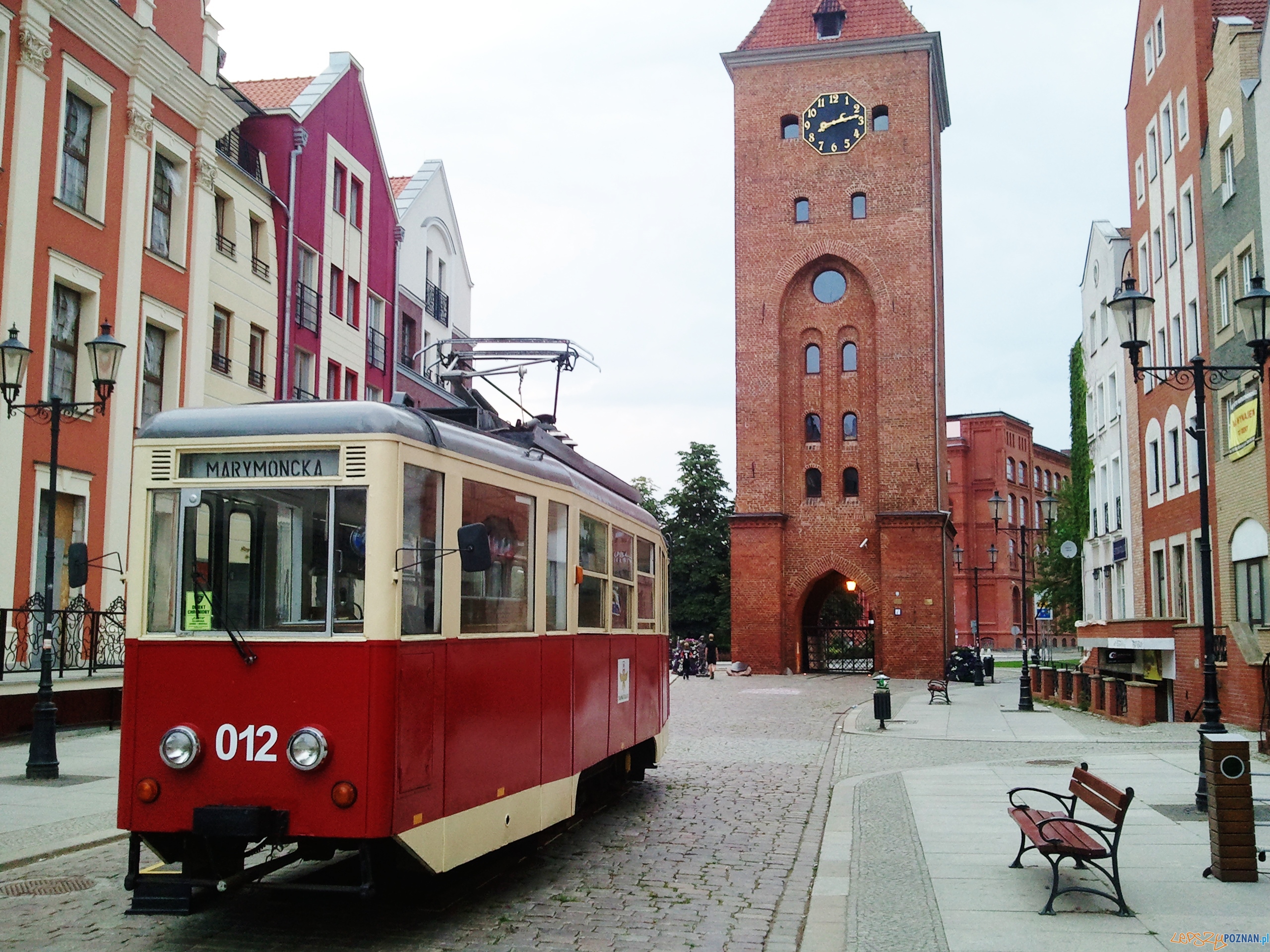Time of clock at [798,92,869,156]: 8:12
